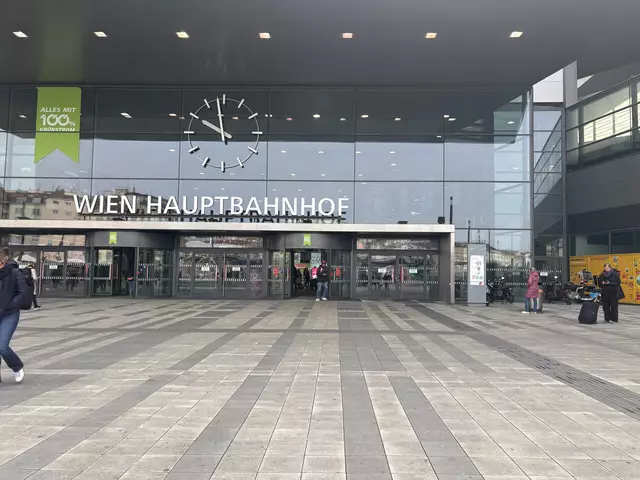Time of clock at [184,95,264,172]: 9:58
